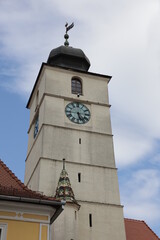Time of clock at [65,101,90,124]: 5:26
